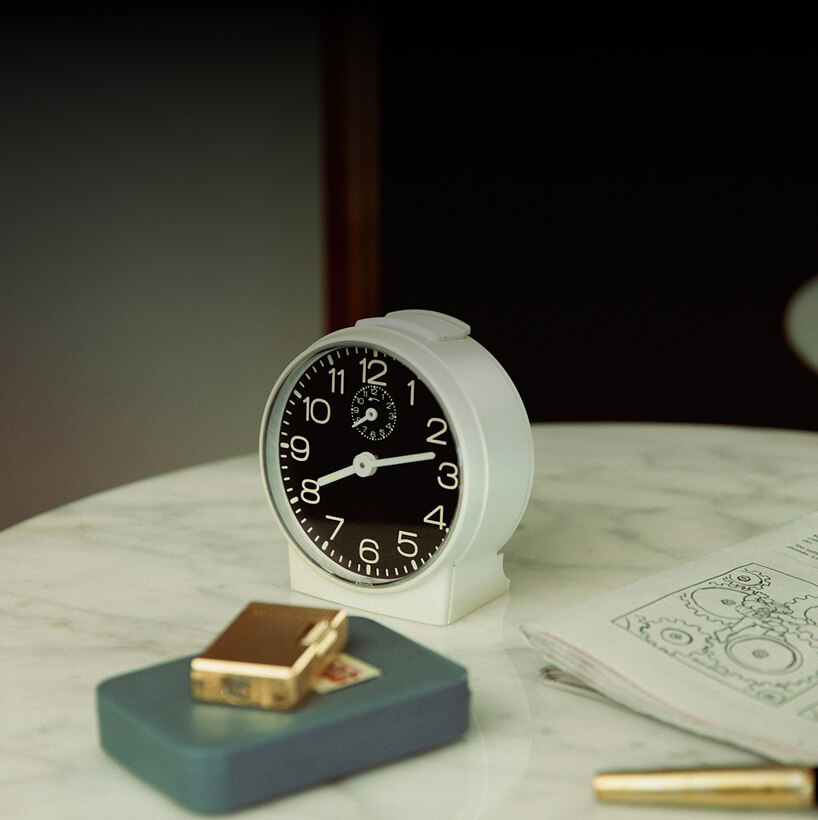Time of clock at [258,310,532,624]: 8:12
